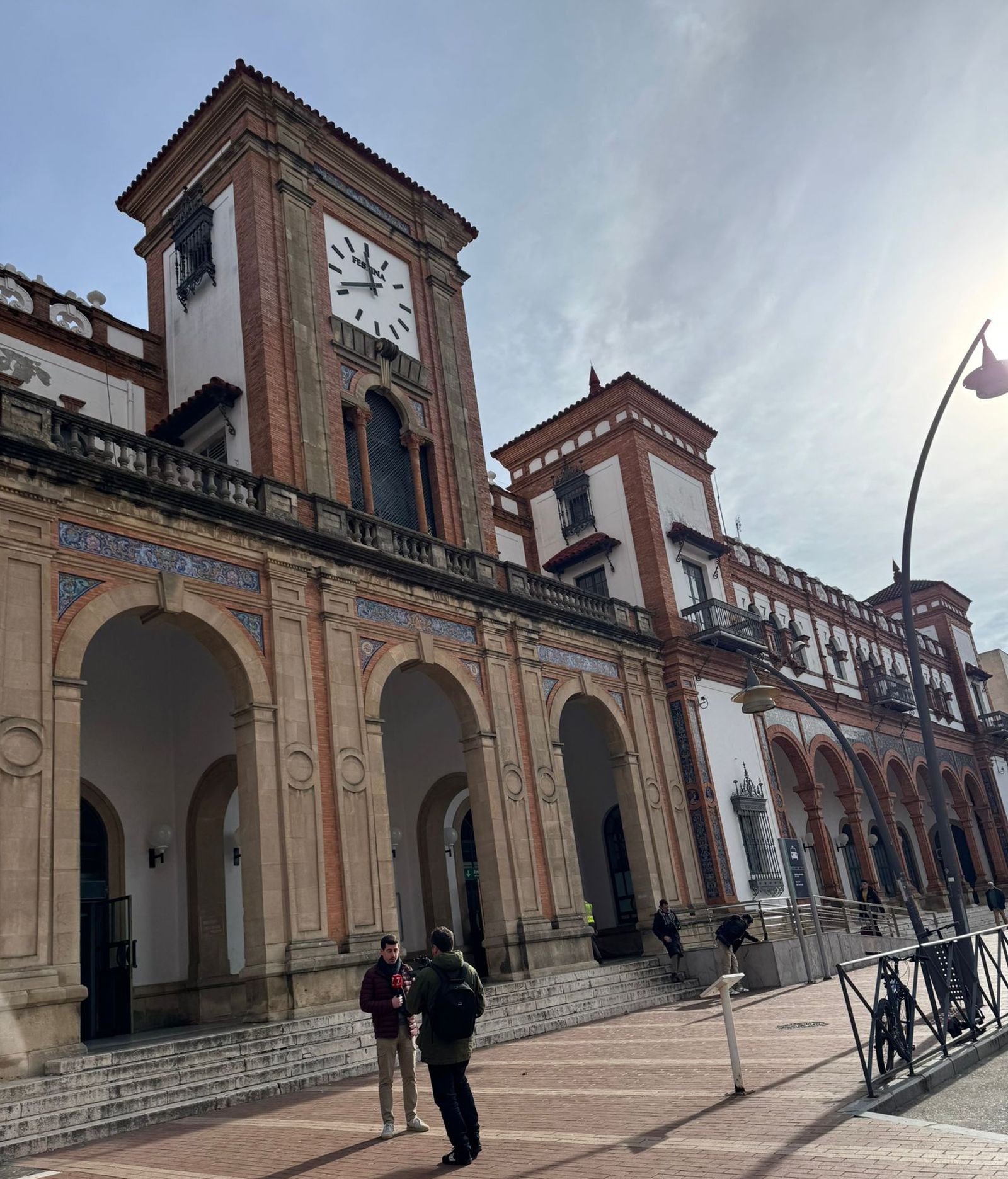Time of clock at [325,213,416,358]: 11:41
